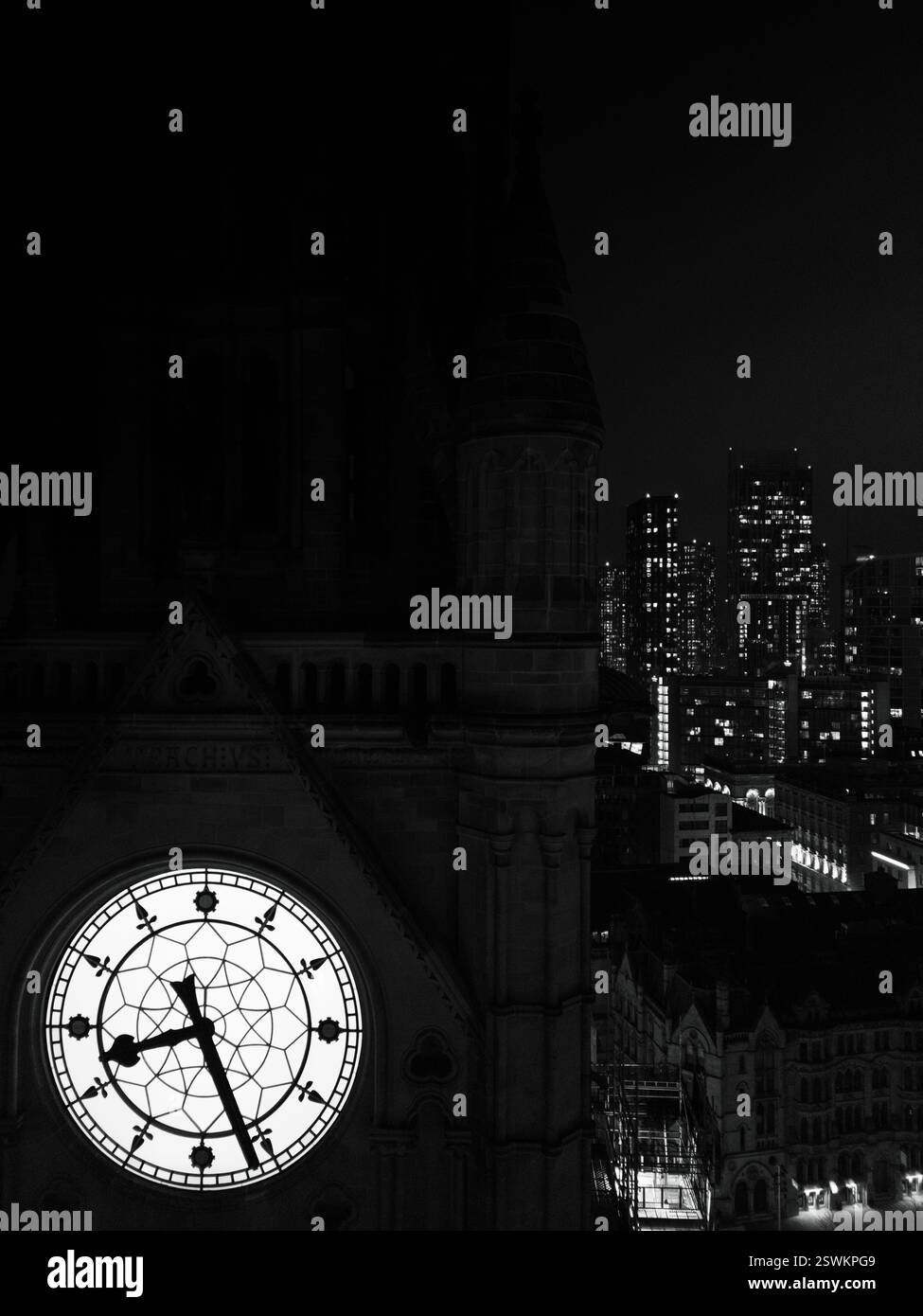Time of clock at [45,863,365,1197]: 8:26
